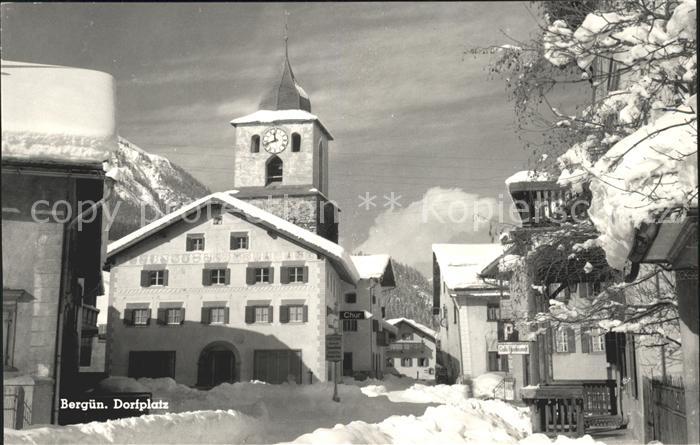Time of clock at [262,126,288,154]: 11:41
